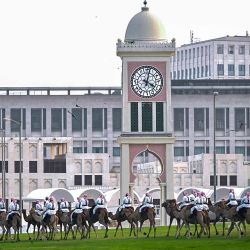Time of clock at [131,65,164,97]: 4:02
